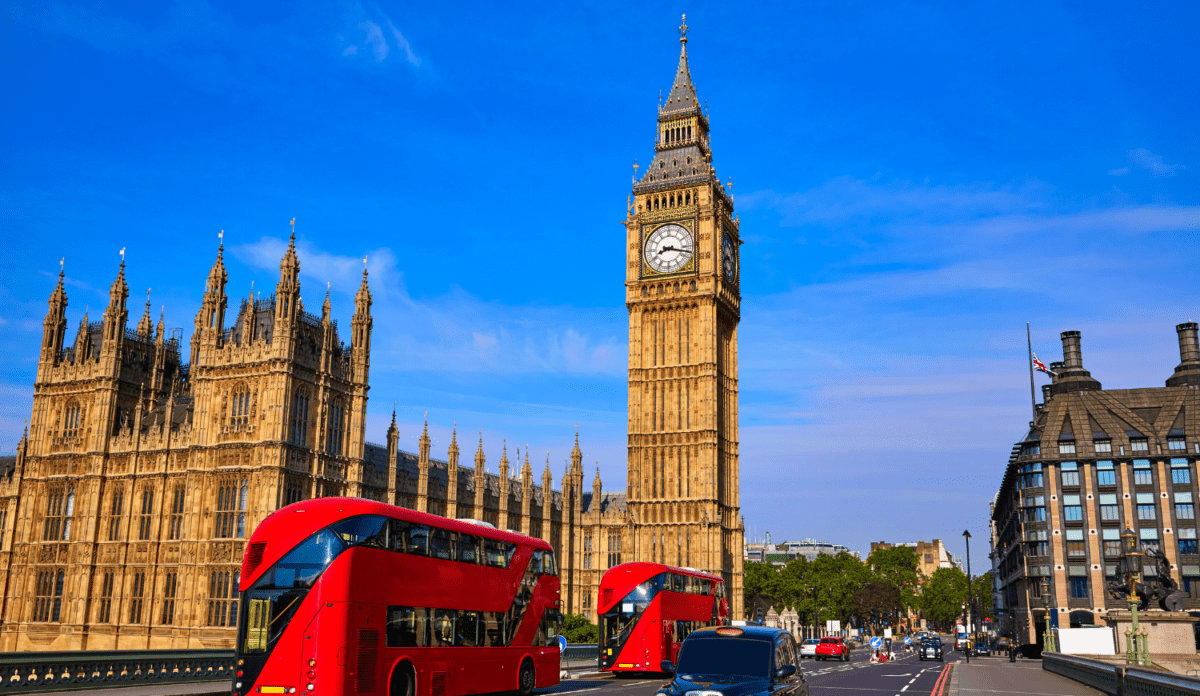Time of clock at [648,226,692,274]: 8:17
